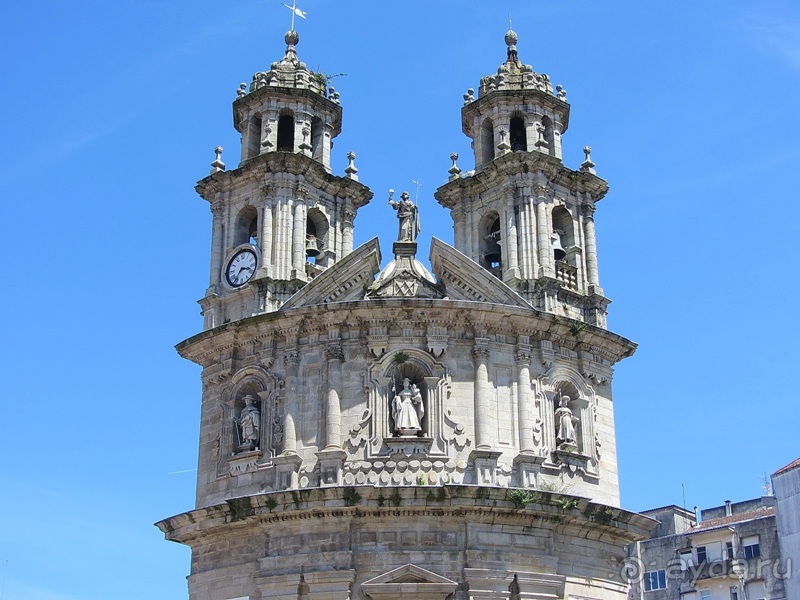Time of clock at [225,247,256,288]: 3:36
